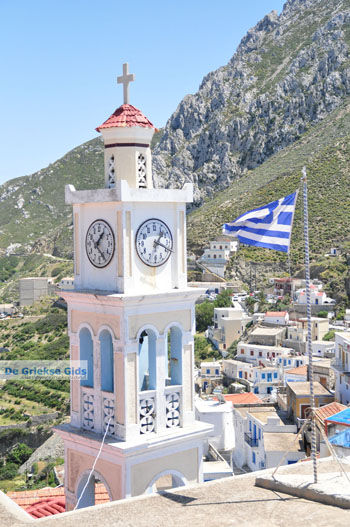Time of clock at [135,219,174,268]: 1:18
